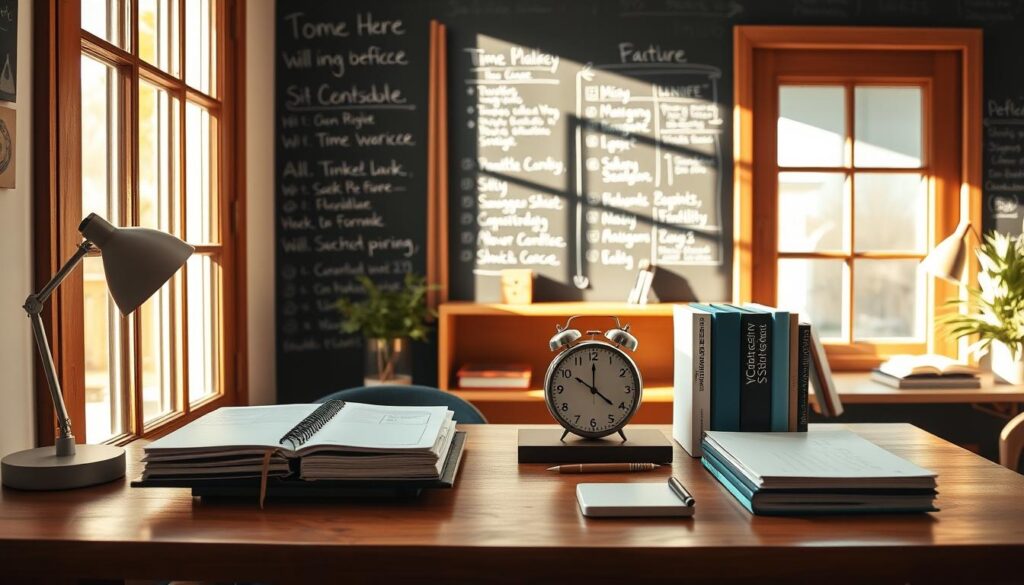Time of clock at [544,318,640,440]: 10:00
